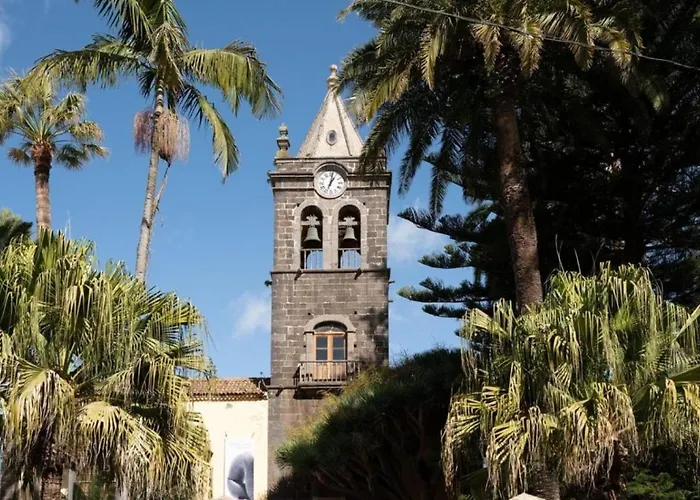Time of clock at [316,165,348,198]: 1:02
